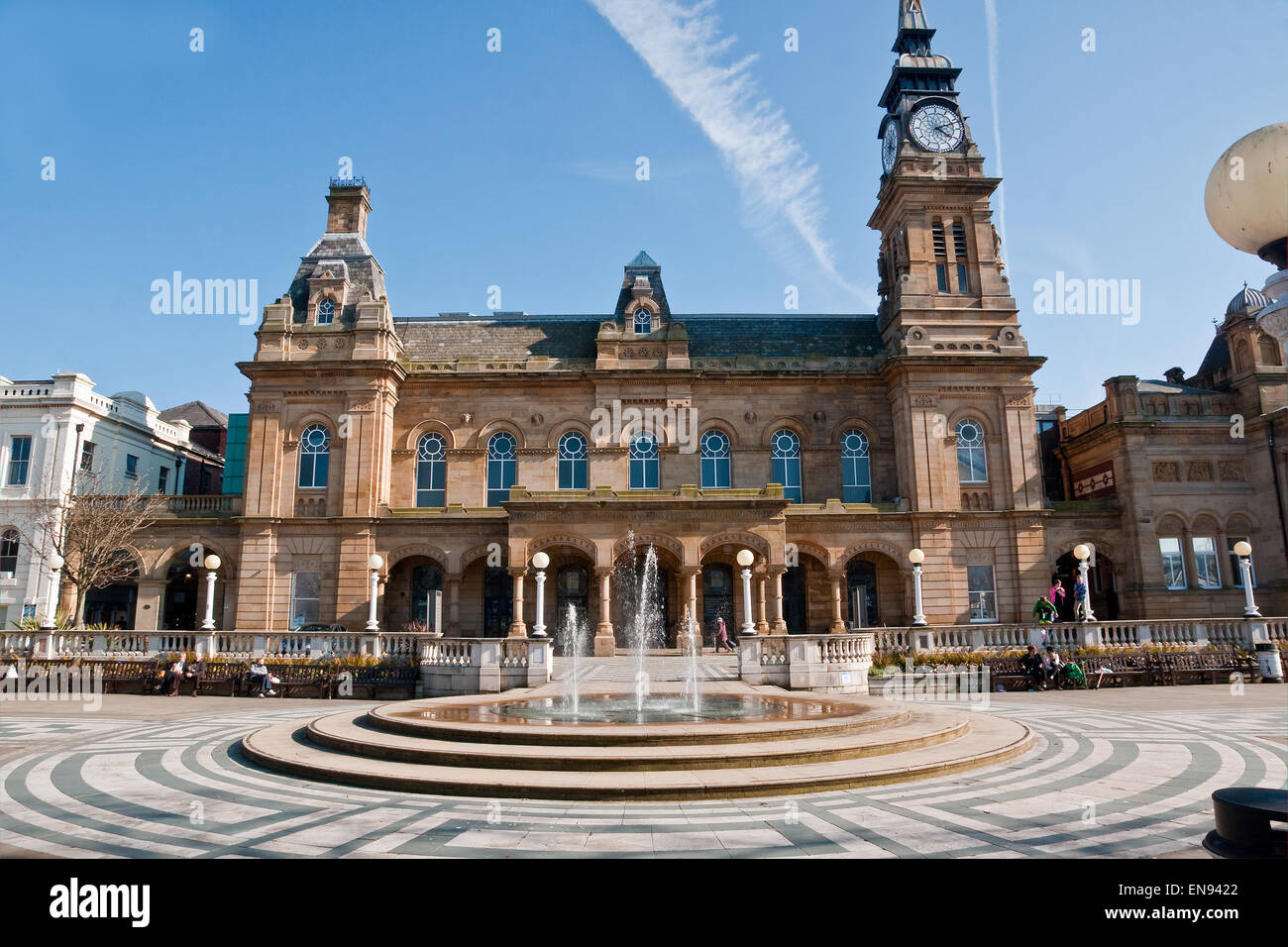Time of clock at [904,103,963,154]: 4:11
